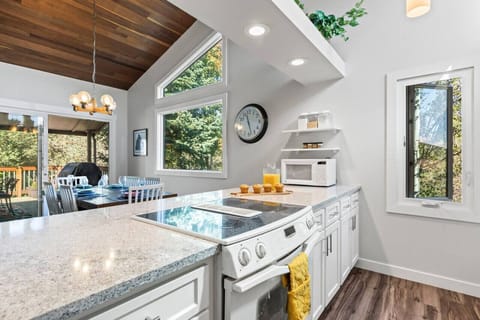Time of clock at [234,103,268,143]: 11:27
